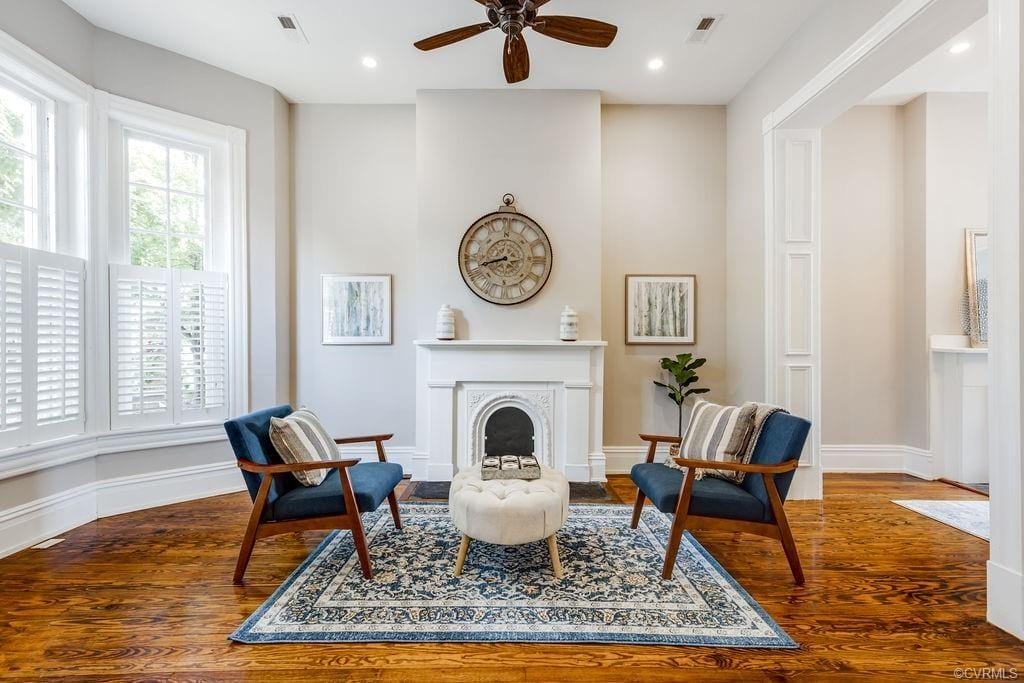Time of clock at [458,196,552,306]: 8:42
